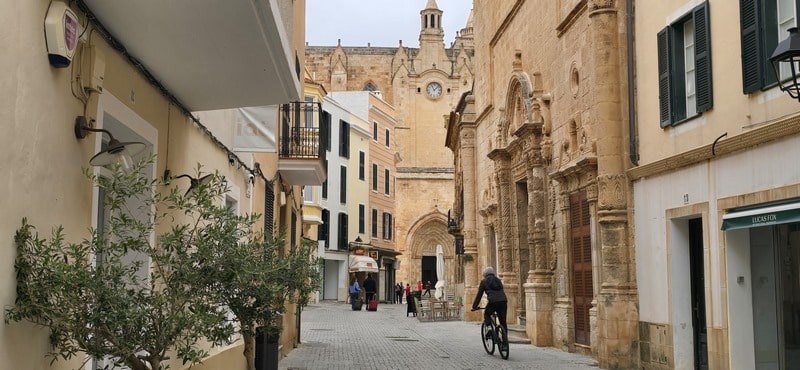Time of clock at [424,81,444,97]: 11:07
